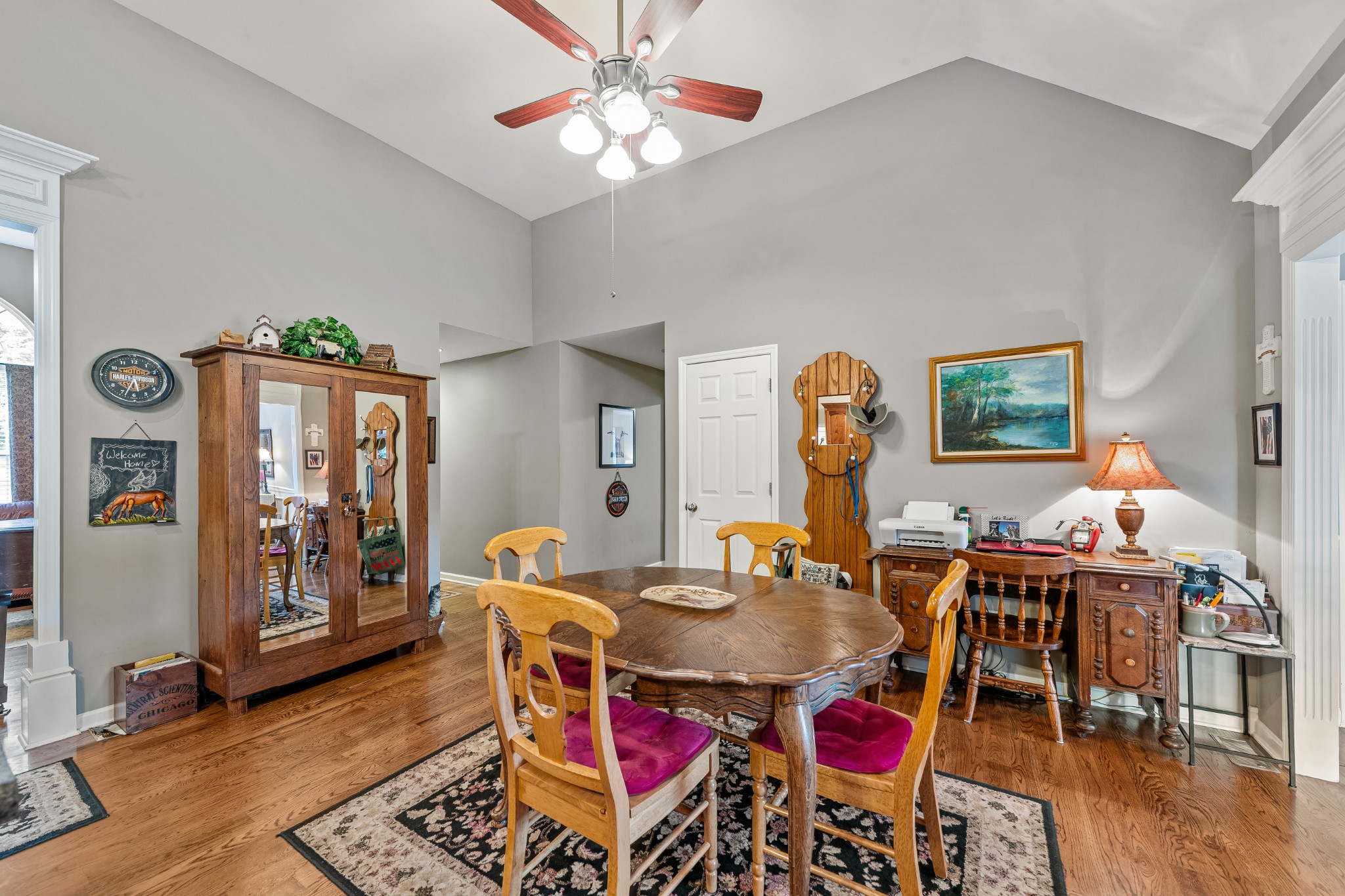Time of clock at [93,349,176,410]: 5:33
